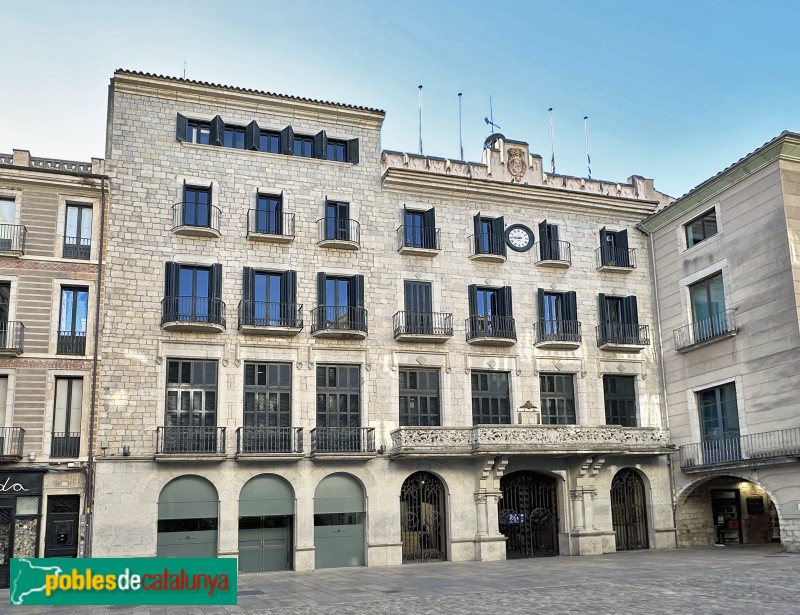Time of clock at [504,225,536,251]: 8:45
